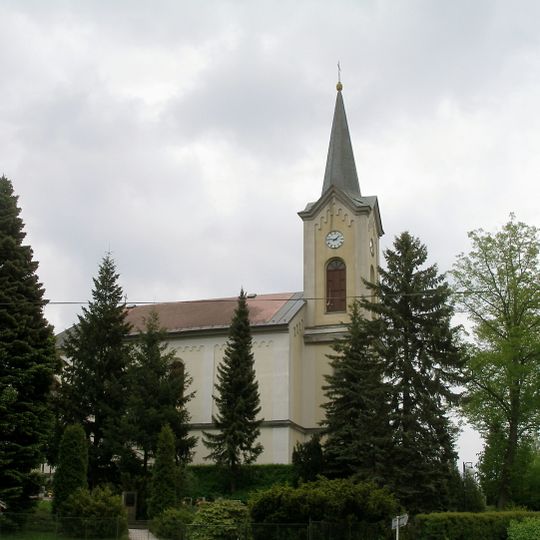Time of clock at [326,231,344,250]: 1:46
